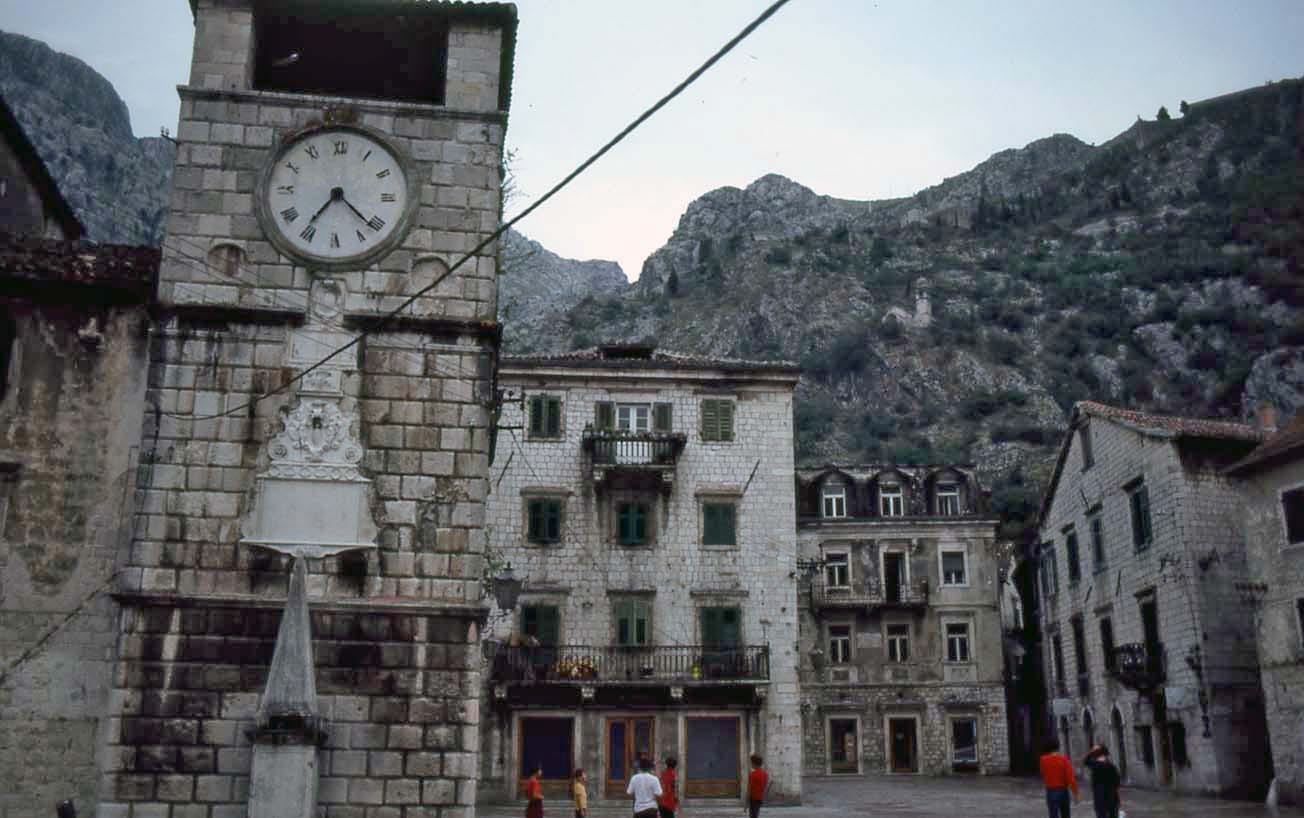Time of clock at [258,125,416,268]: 7:21
